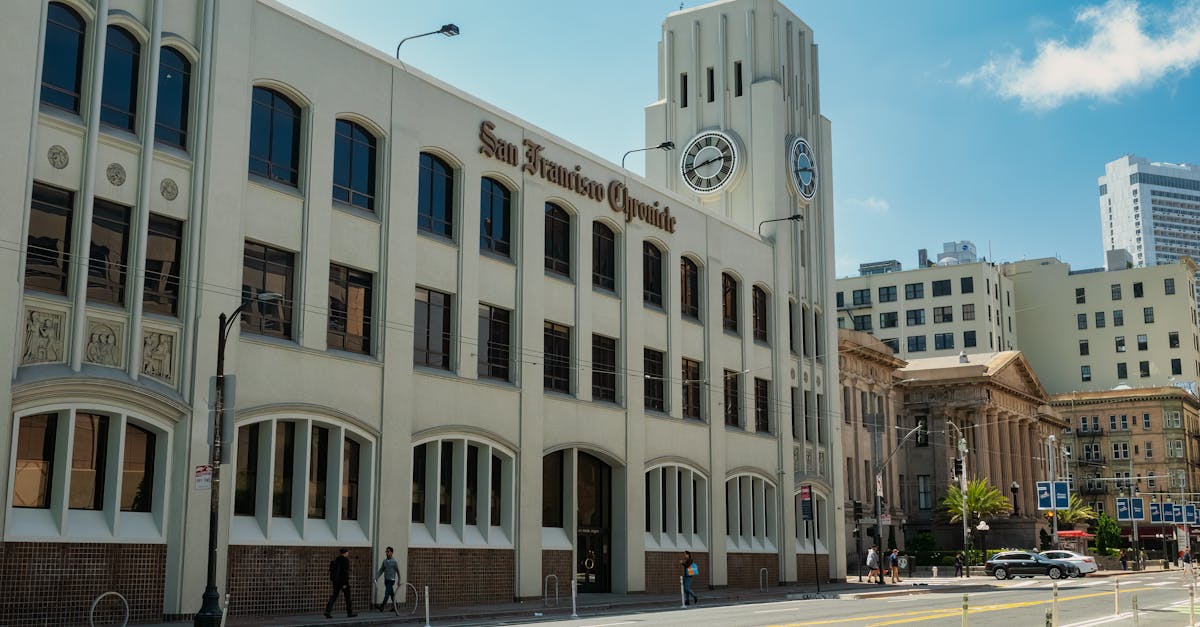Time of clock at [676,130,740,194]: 2:42
